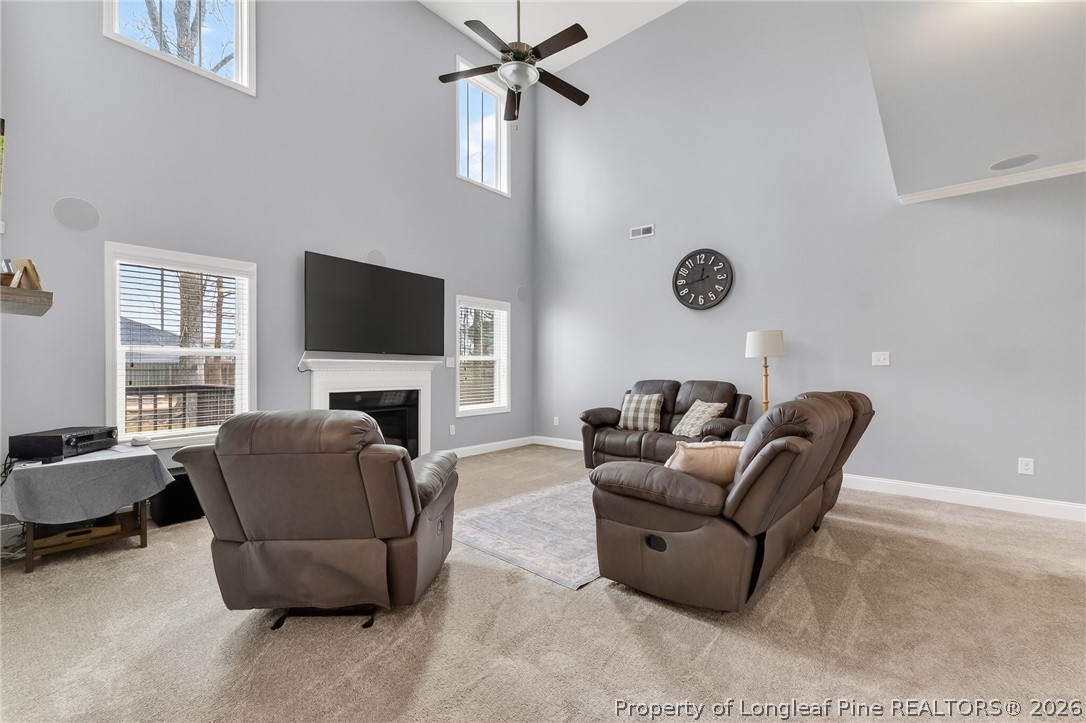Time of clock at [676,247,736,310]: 12:43
